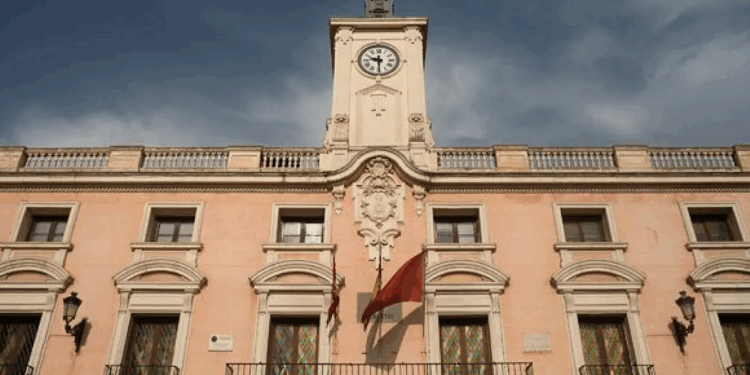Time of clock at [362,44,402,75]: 9:29
